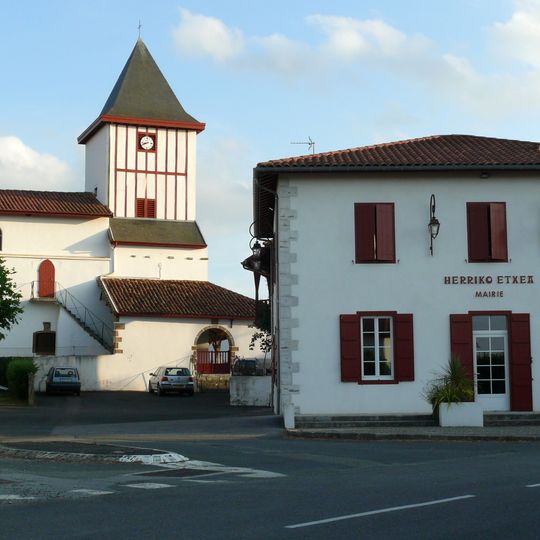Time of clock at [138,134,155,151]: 8:41
